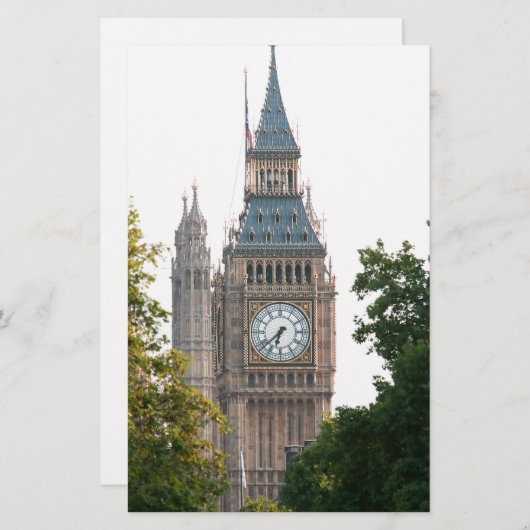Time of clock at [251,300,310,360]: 6:38
